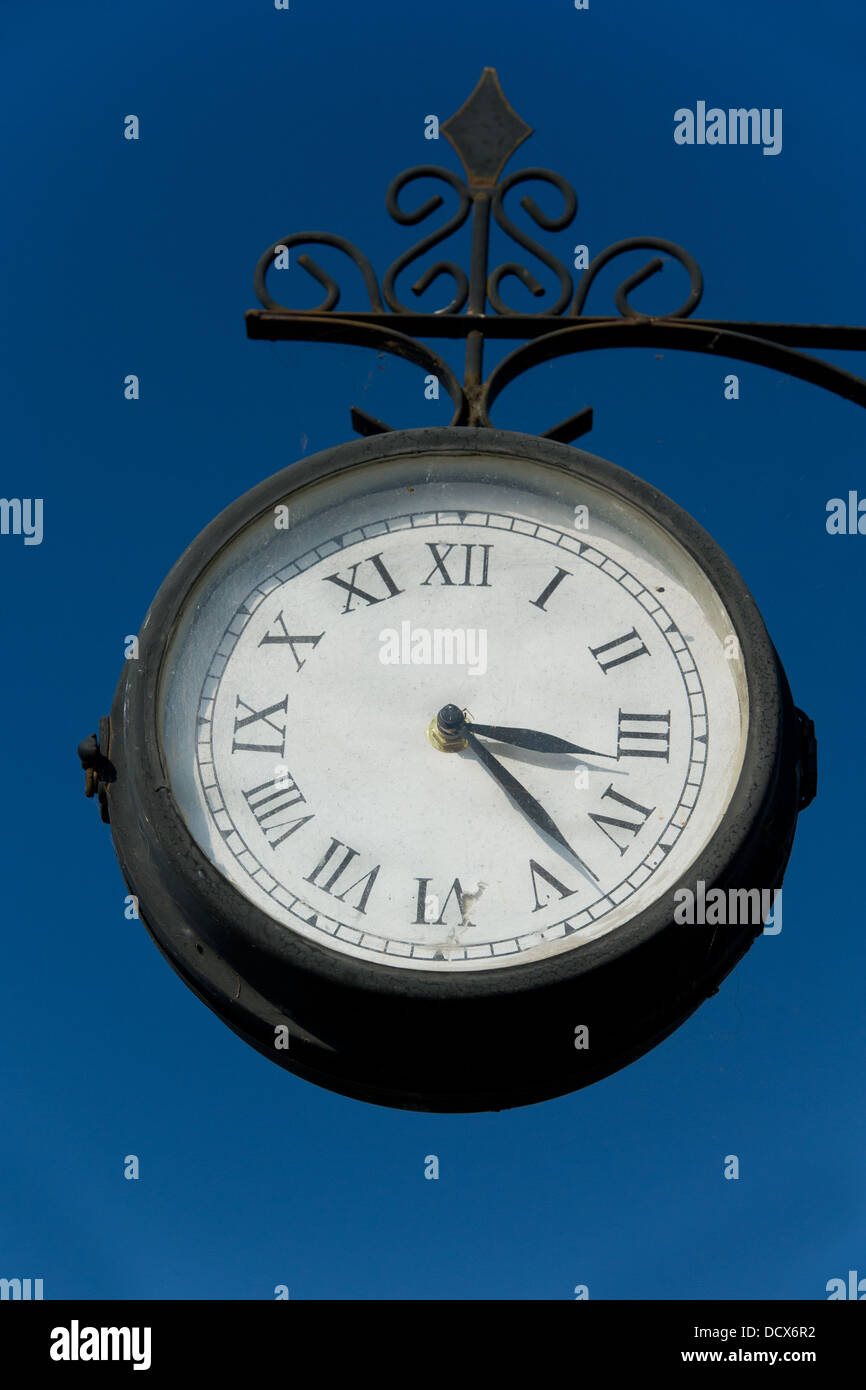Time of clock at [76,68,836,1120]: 3:22
